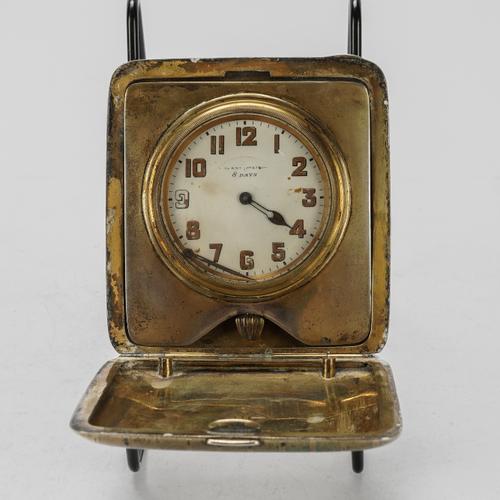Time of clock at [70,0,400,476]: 4:20
